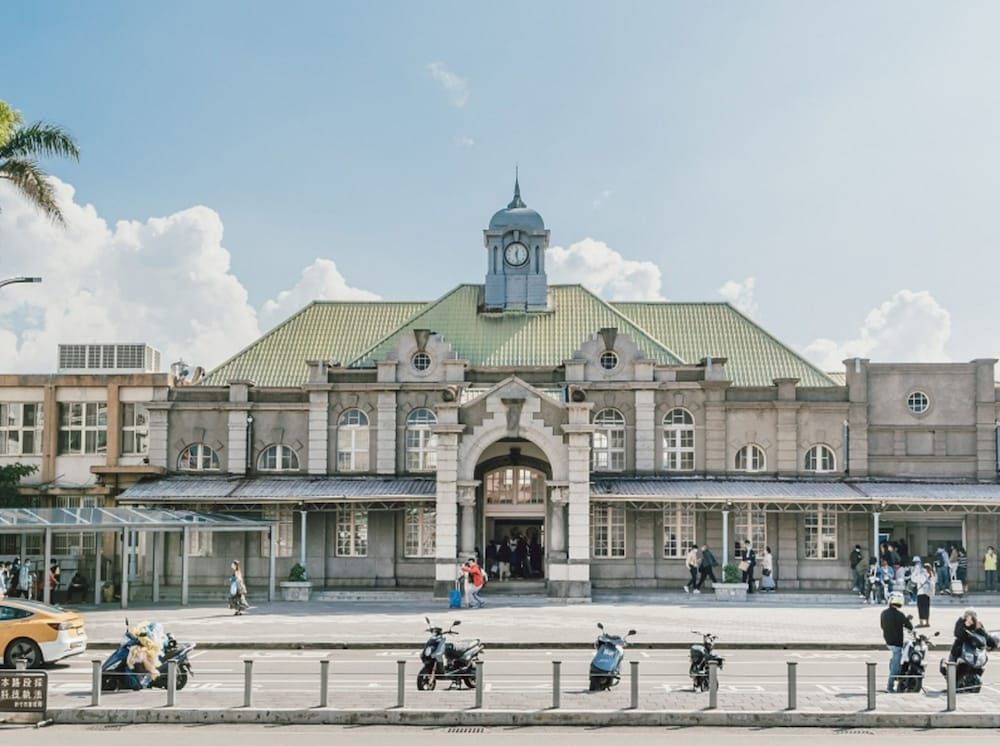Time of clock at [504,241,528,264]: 12:27
